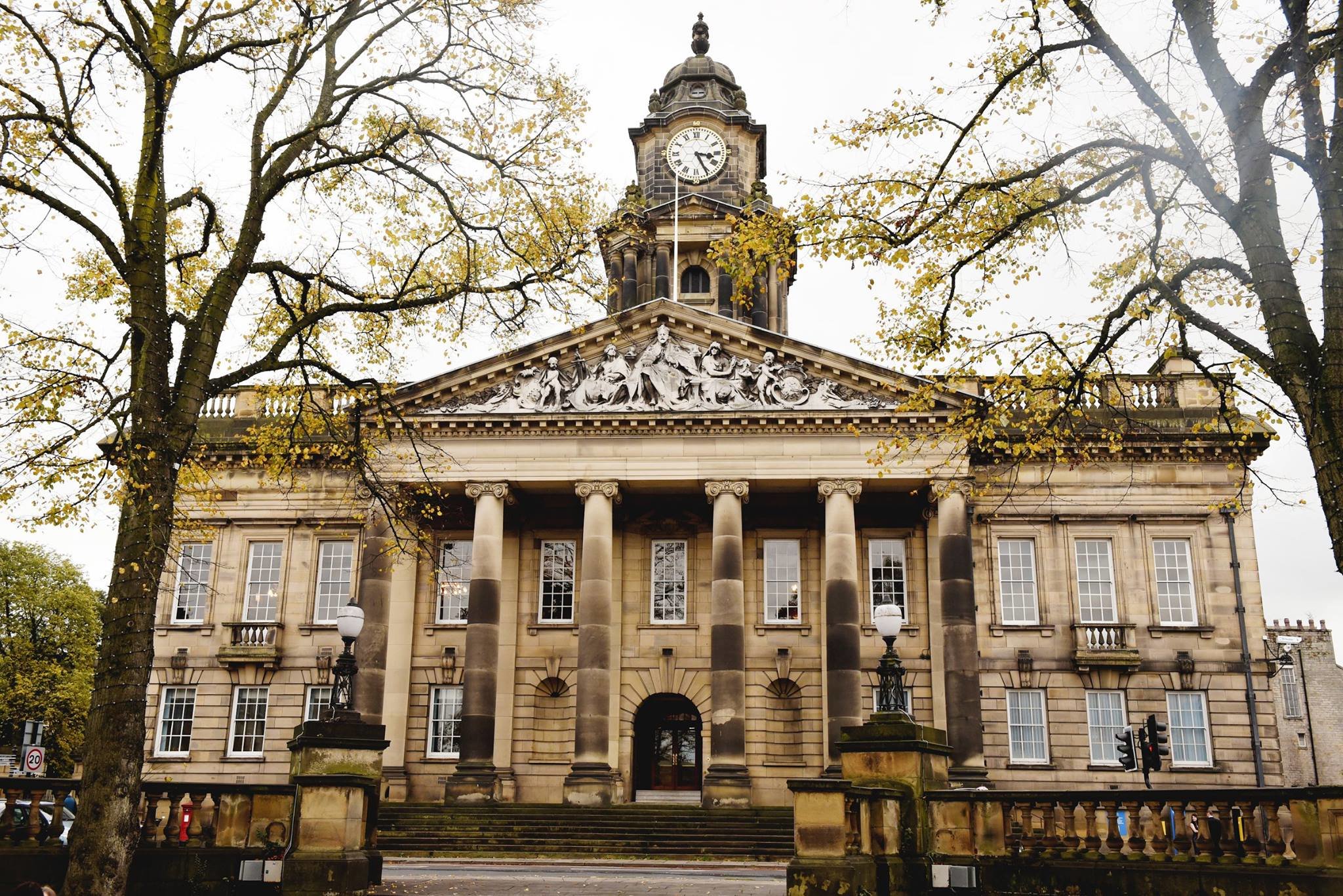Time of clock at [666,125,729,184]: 3:25
